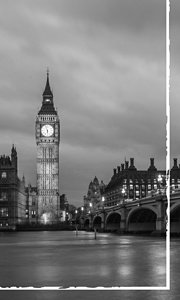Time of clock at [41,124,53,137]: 5:57
